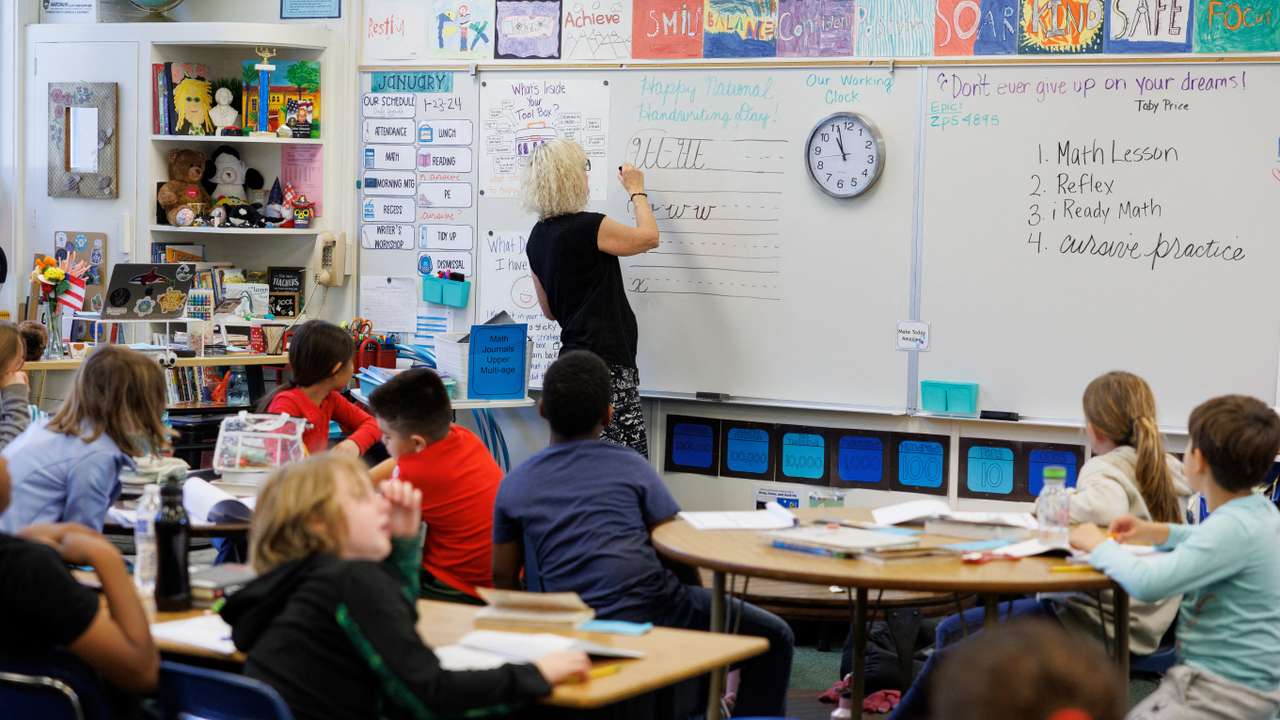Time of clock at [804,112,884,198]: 10:56
